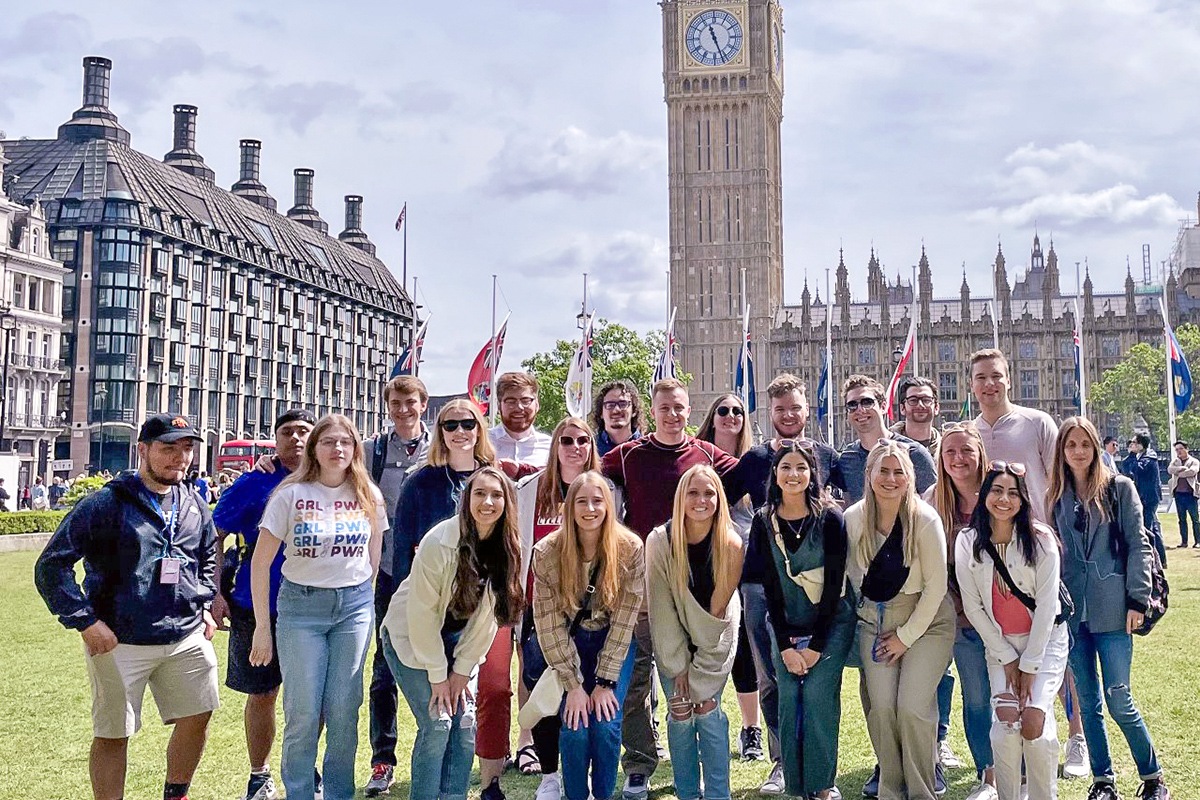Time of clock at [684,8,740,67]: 11:26
